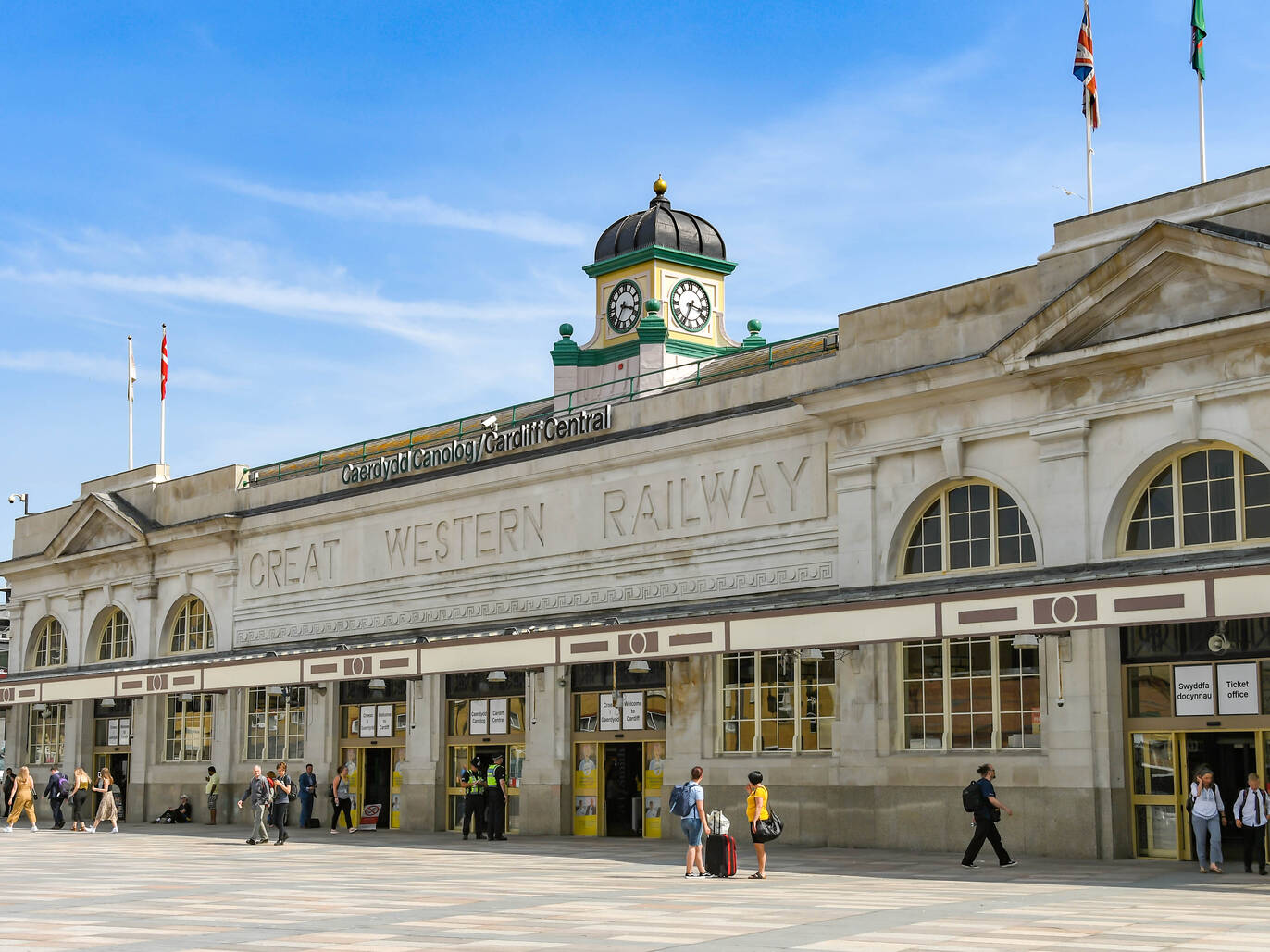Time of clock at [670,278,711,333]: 3:33
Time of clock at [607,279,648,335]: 3:34
